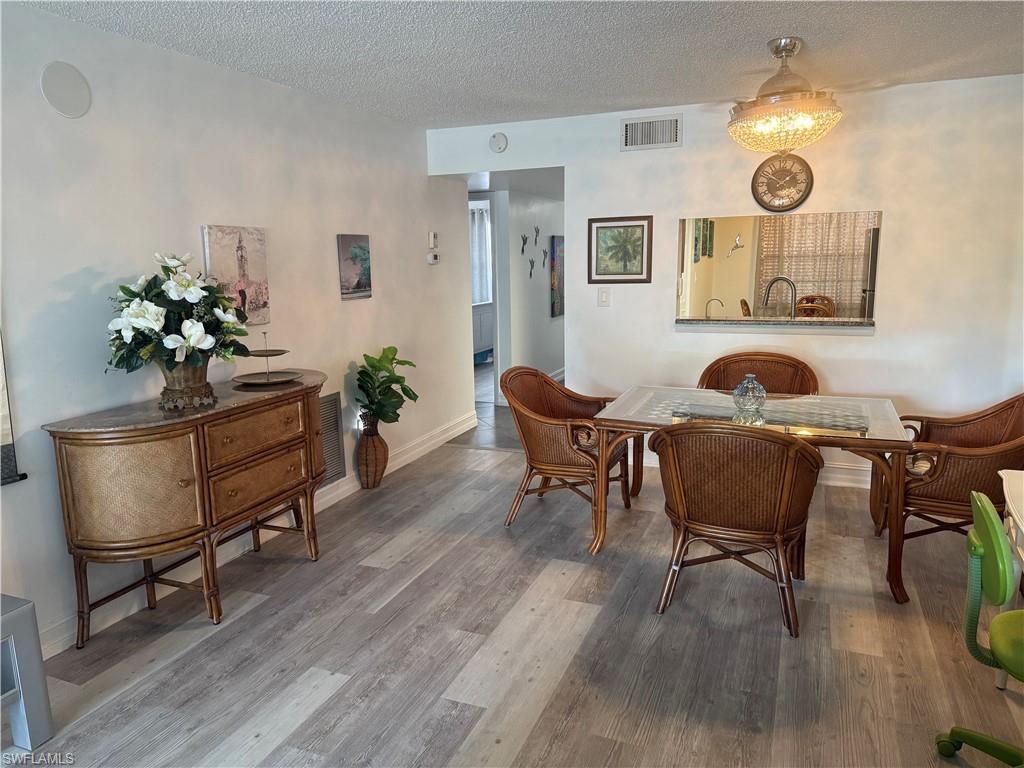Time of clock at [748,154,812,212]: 1:50
